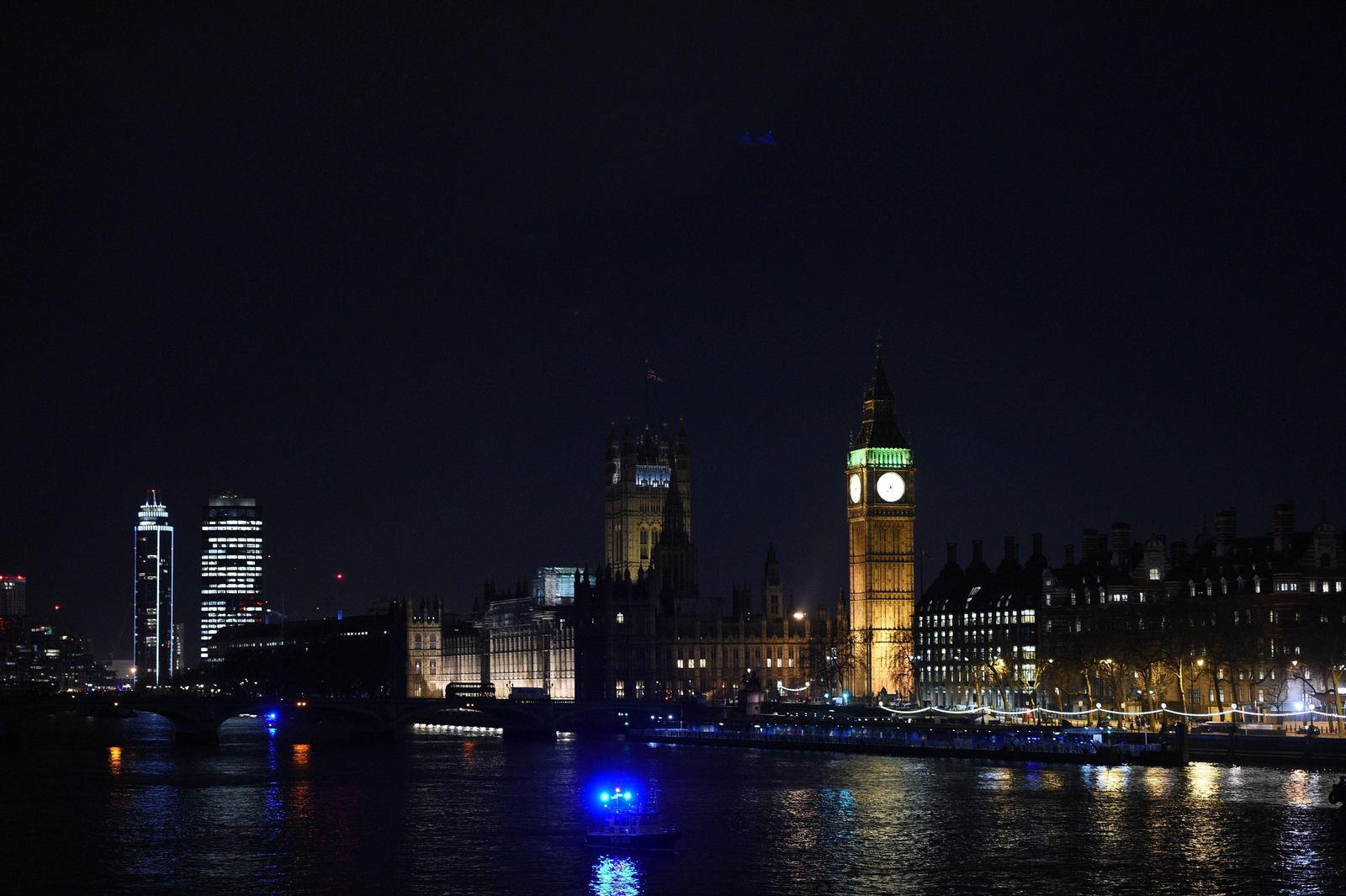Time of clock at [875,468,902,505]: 7:26
